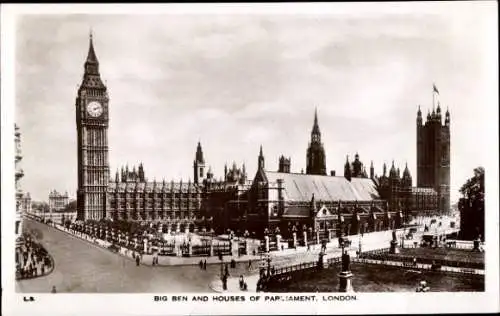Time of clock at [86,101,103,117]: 2:12
